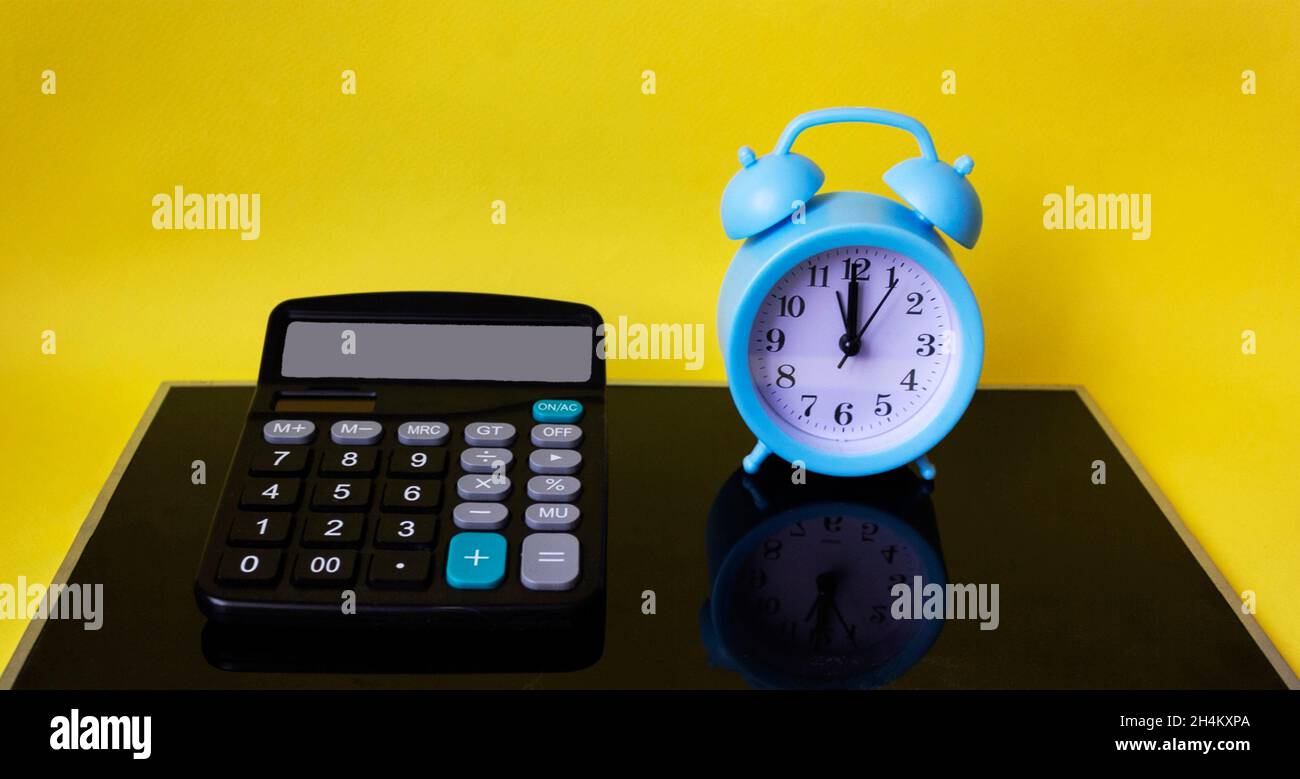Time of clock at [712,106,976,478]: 11:59
